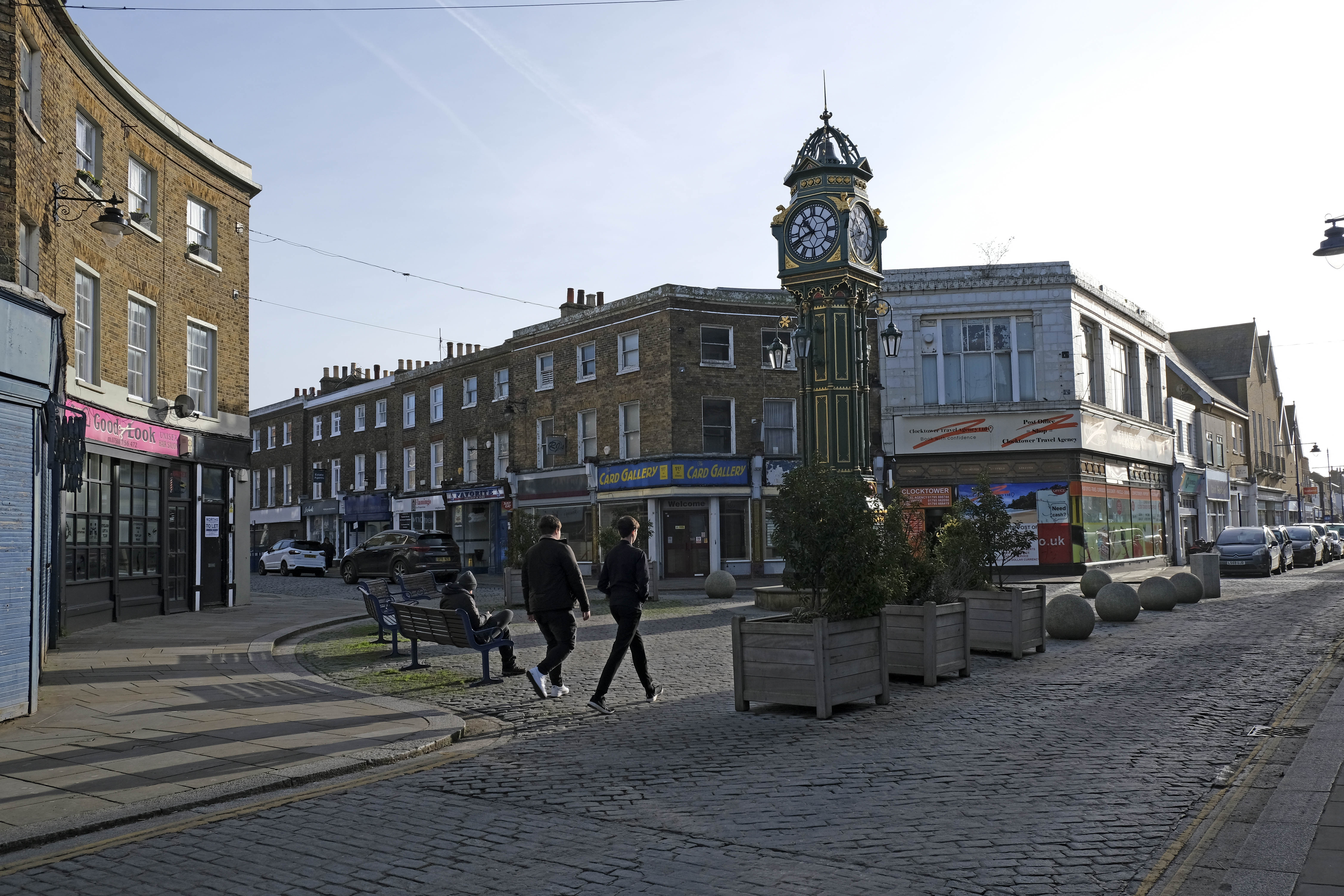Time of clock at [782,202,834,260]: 10:41
